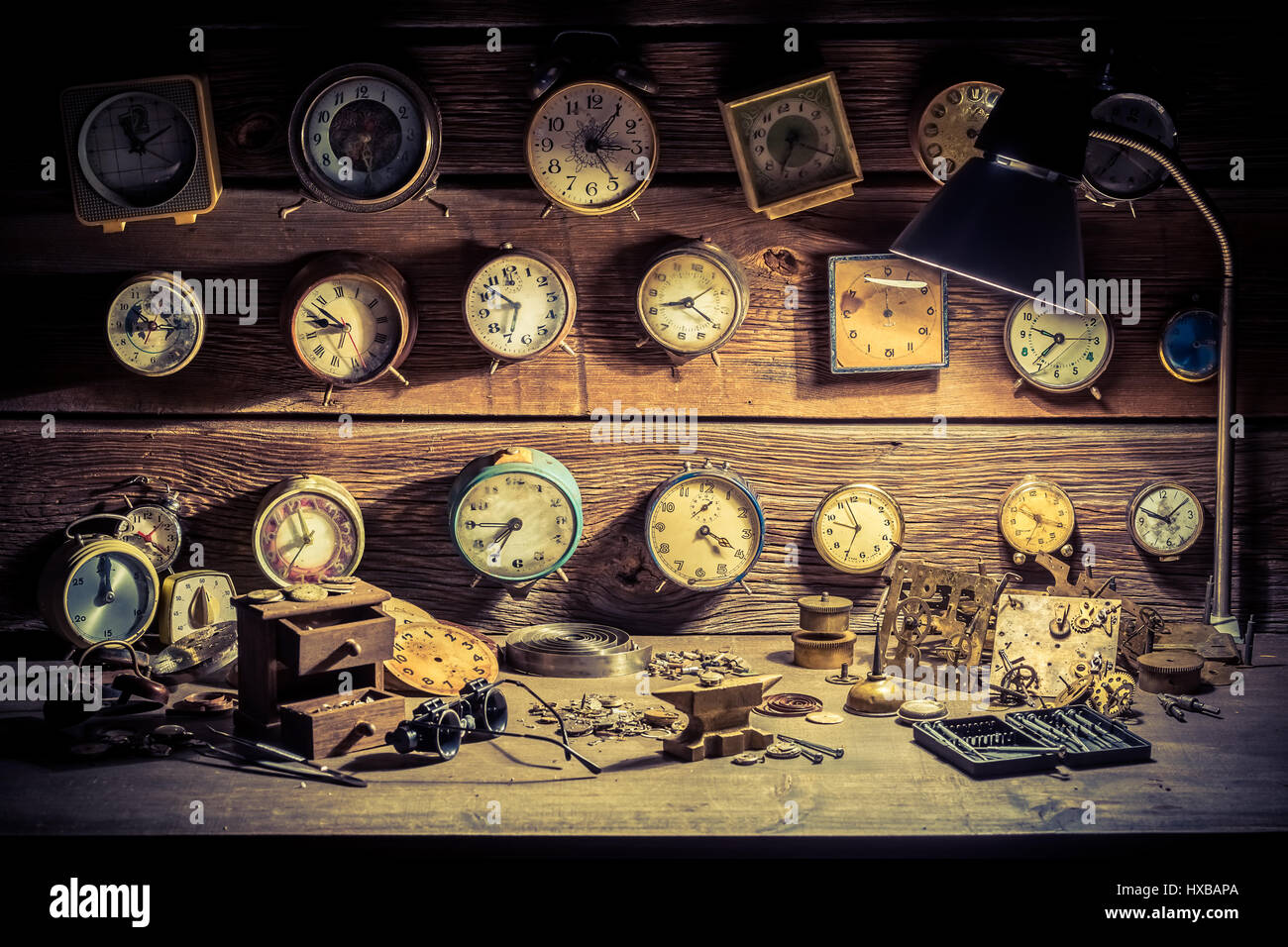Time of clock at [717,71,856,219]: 7:21
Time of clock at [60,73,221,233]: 11:10
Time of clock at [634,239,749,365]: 8:19
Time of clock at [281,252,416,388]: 9:52
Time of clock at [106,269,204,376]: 8:16
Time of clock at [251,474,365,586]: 7:57
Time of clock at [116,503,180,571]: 1:21
